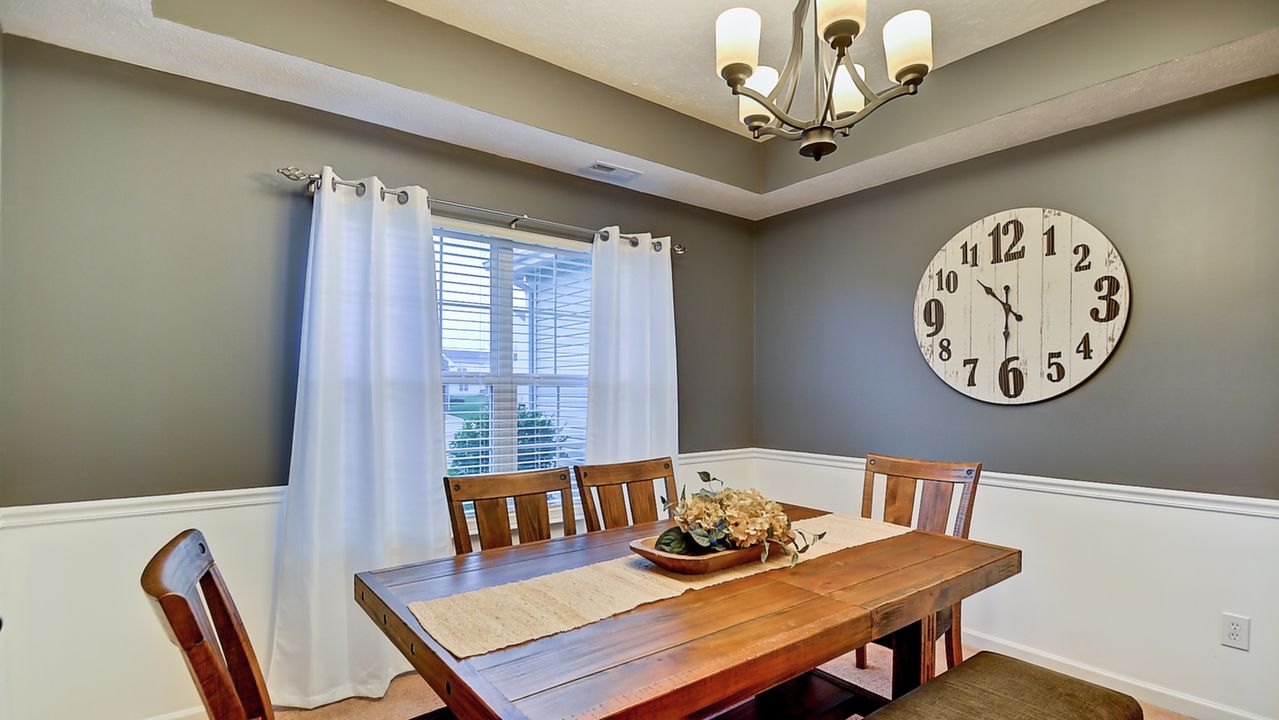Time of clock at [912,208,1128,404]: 10:30
